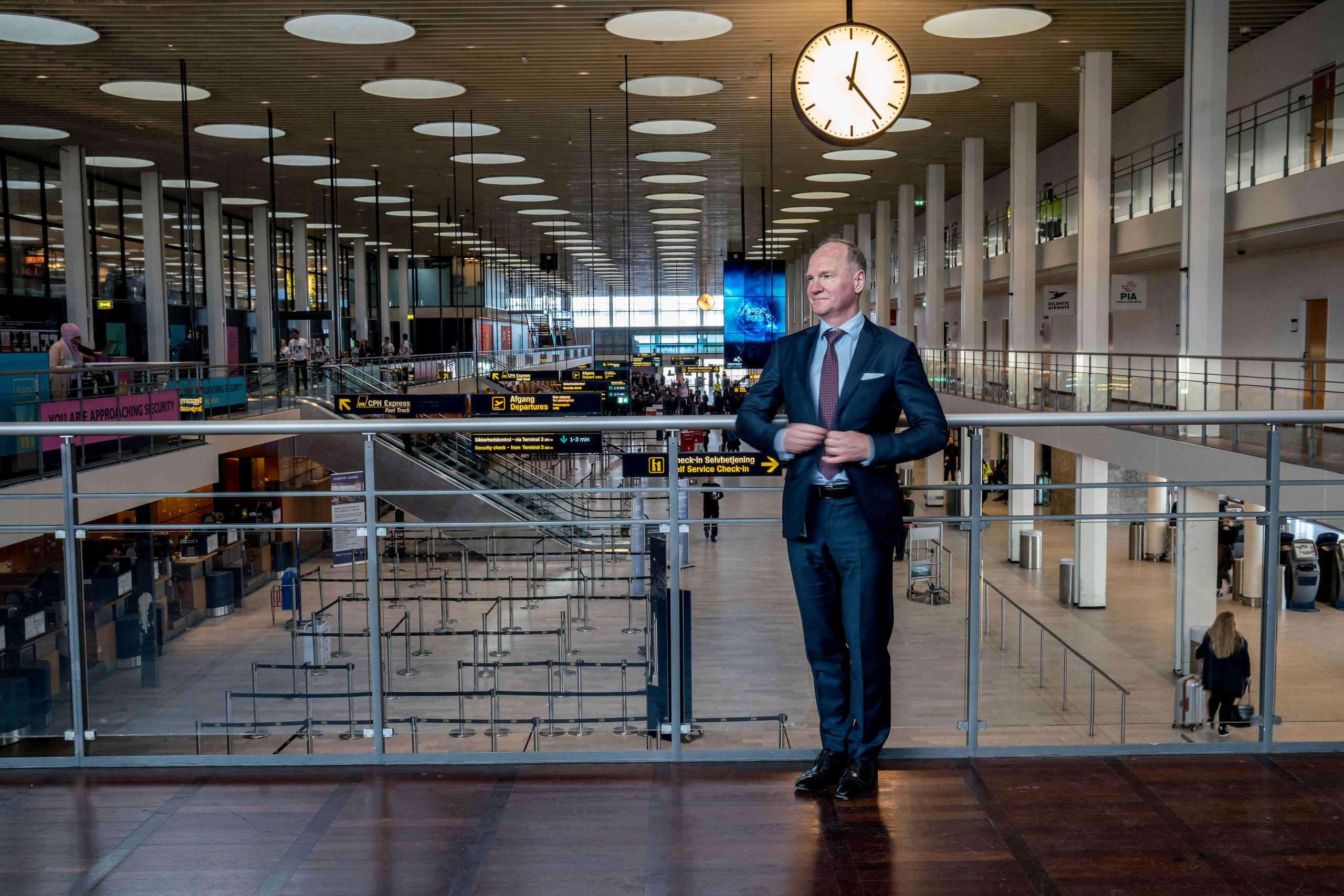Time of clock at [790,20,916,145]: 12:23
